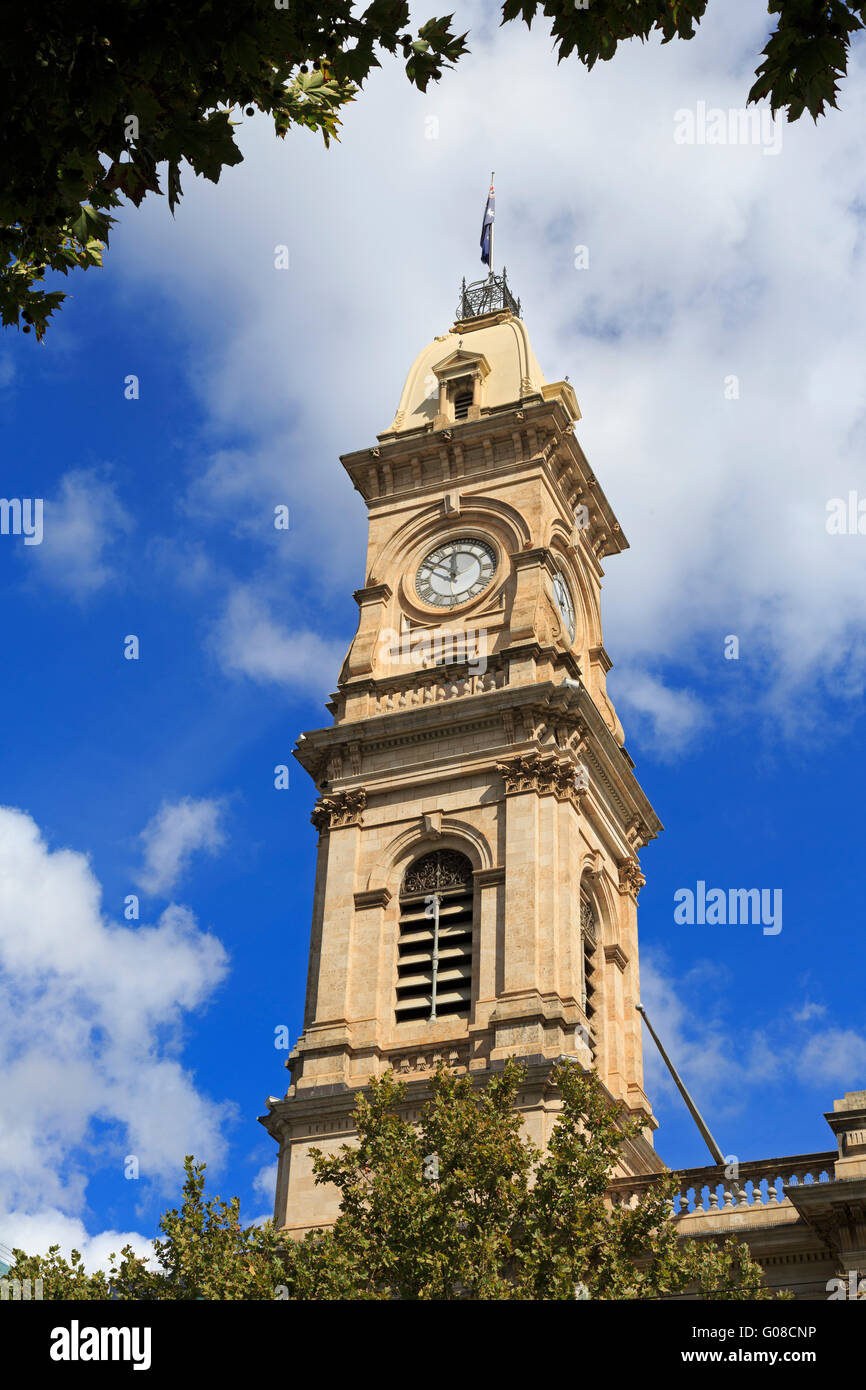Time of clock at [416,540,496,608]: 11:50
